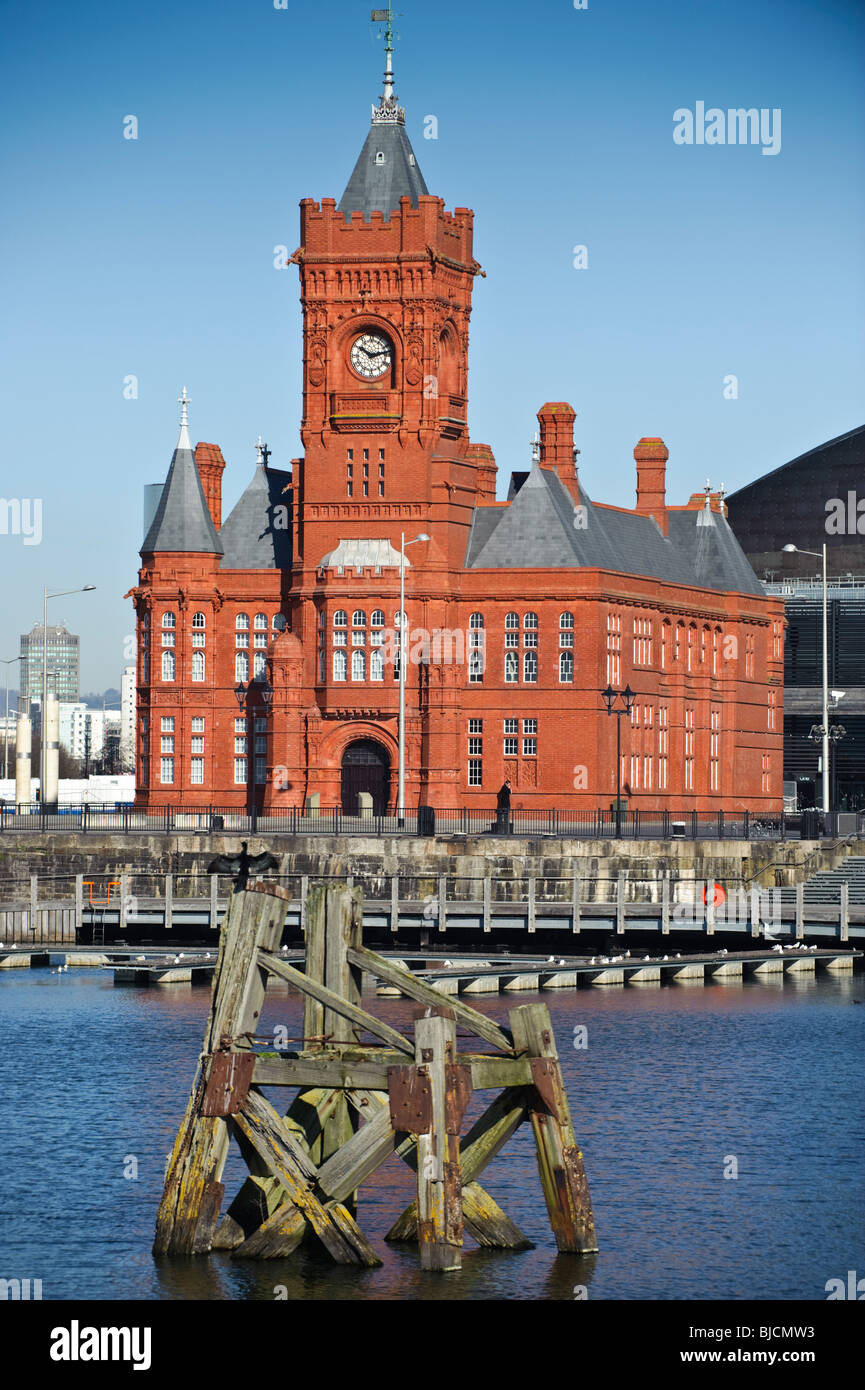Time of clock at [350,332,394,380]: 10:12
